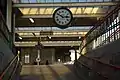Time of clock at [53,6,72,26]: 2:50
